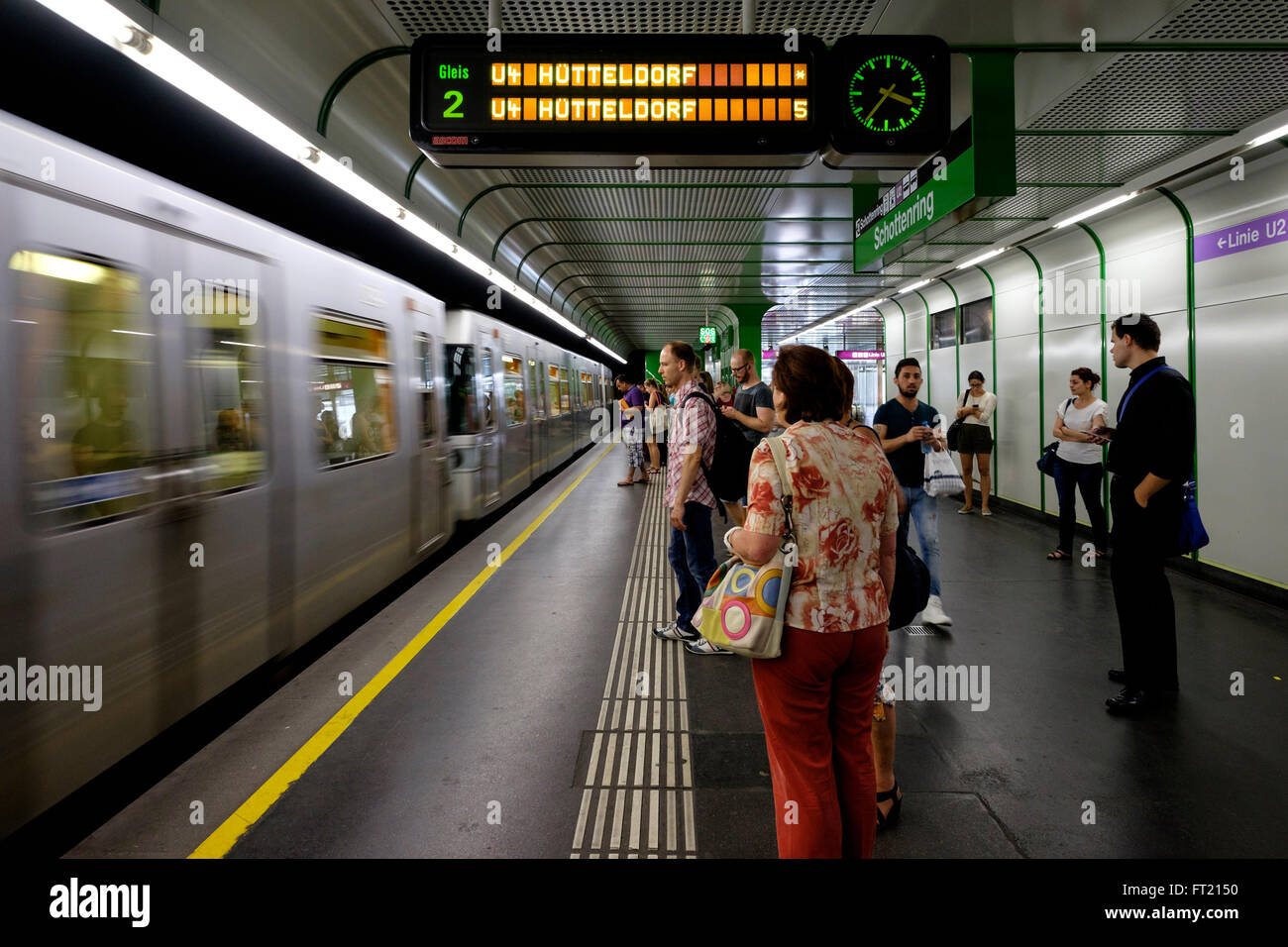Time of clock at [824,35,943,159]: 3:36
